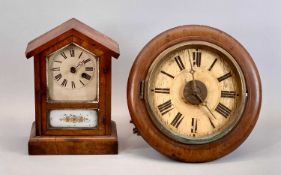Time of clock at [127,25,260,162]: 11:22
